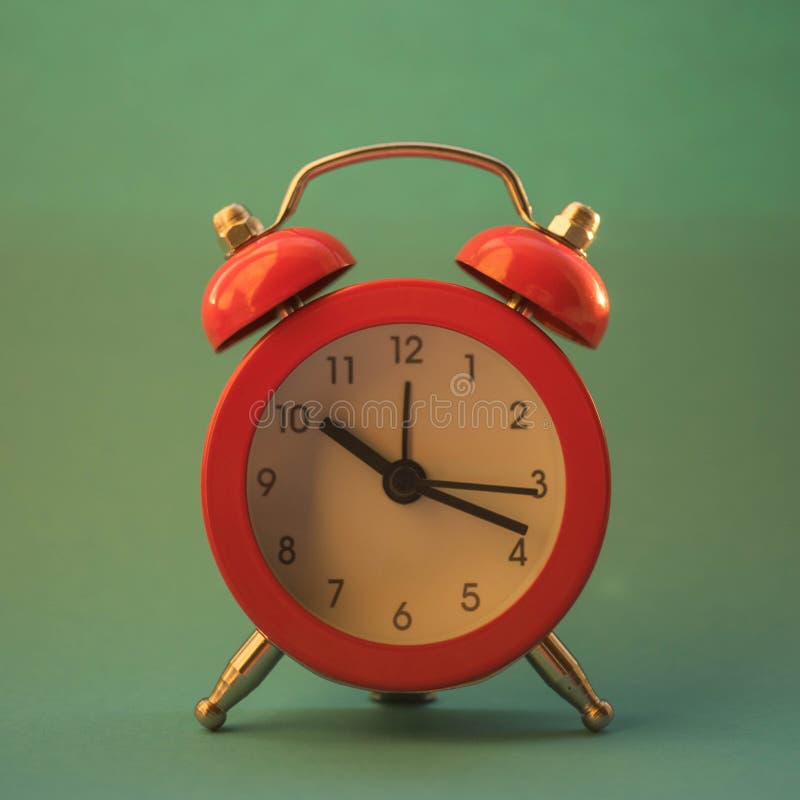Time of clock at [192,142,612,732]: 10:18
